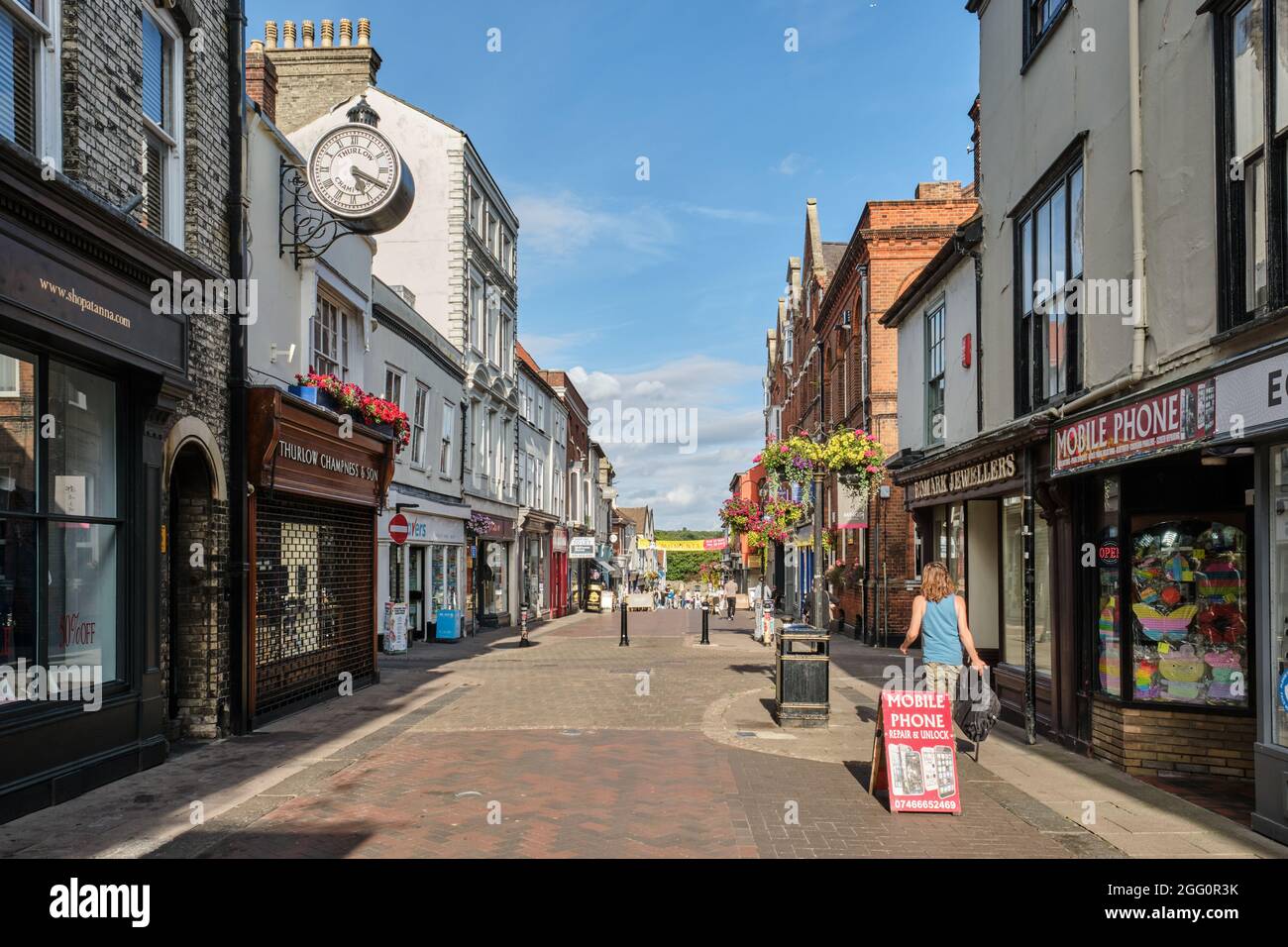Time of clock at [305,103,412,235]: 5:19
